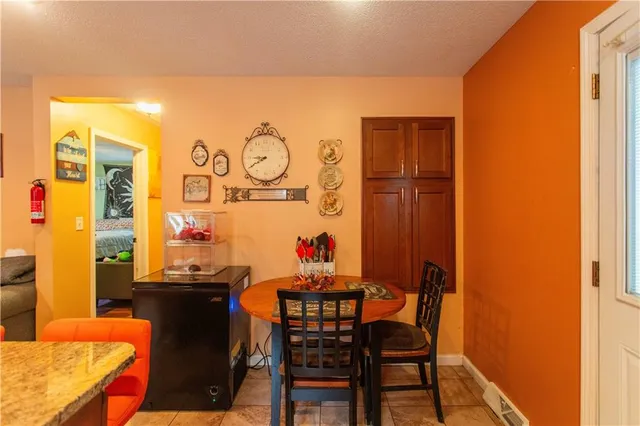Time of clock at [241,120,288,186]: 8:39
